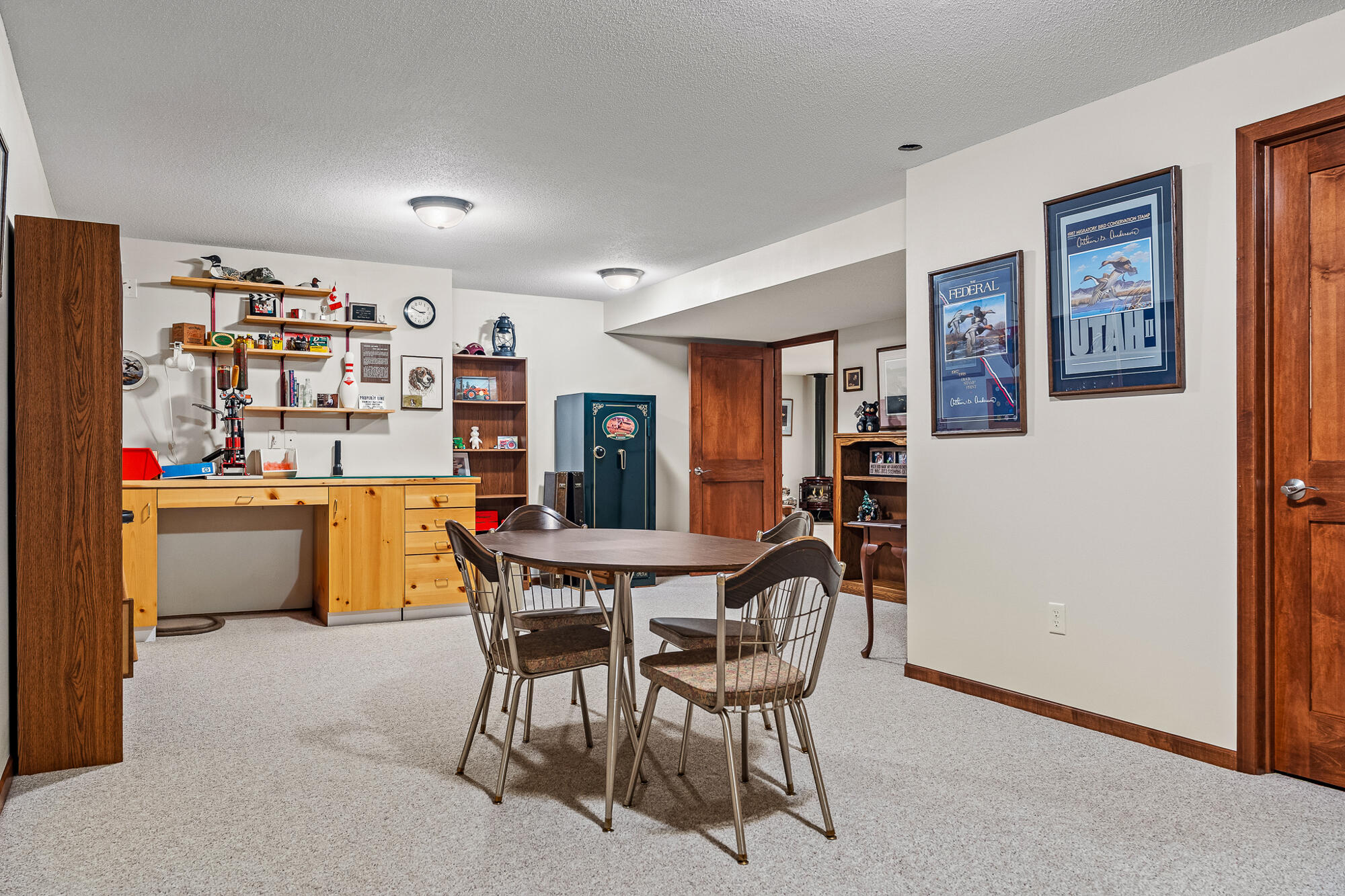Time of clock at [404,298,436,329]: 2:49
